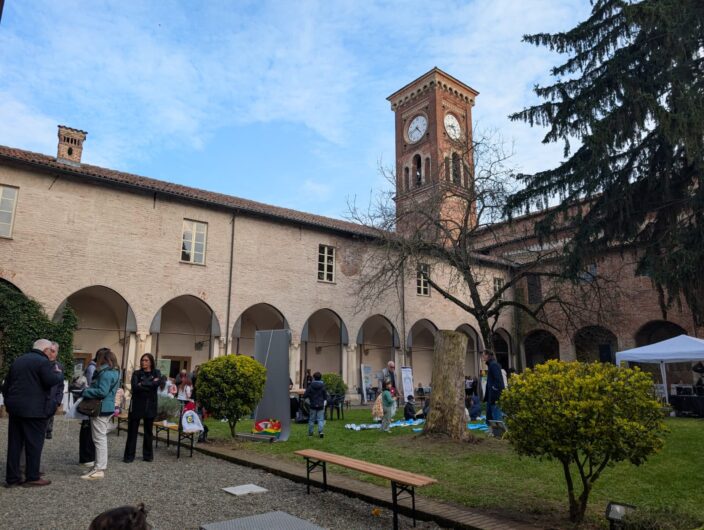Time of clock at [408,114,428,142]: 4:42
